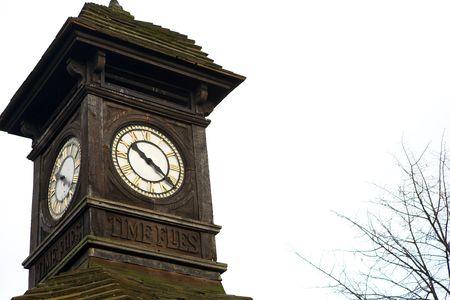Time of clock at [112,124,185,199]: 10:21
